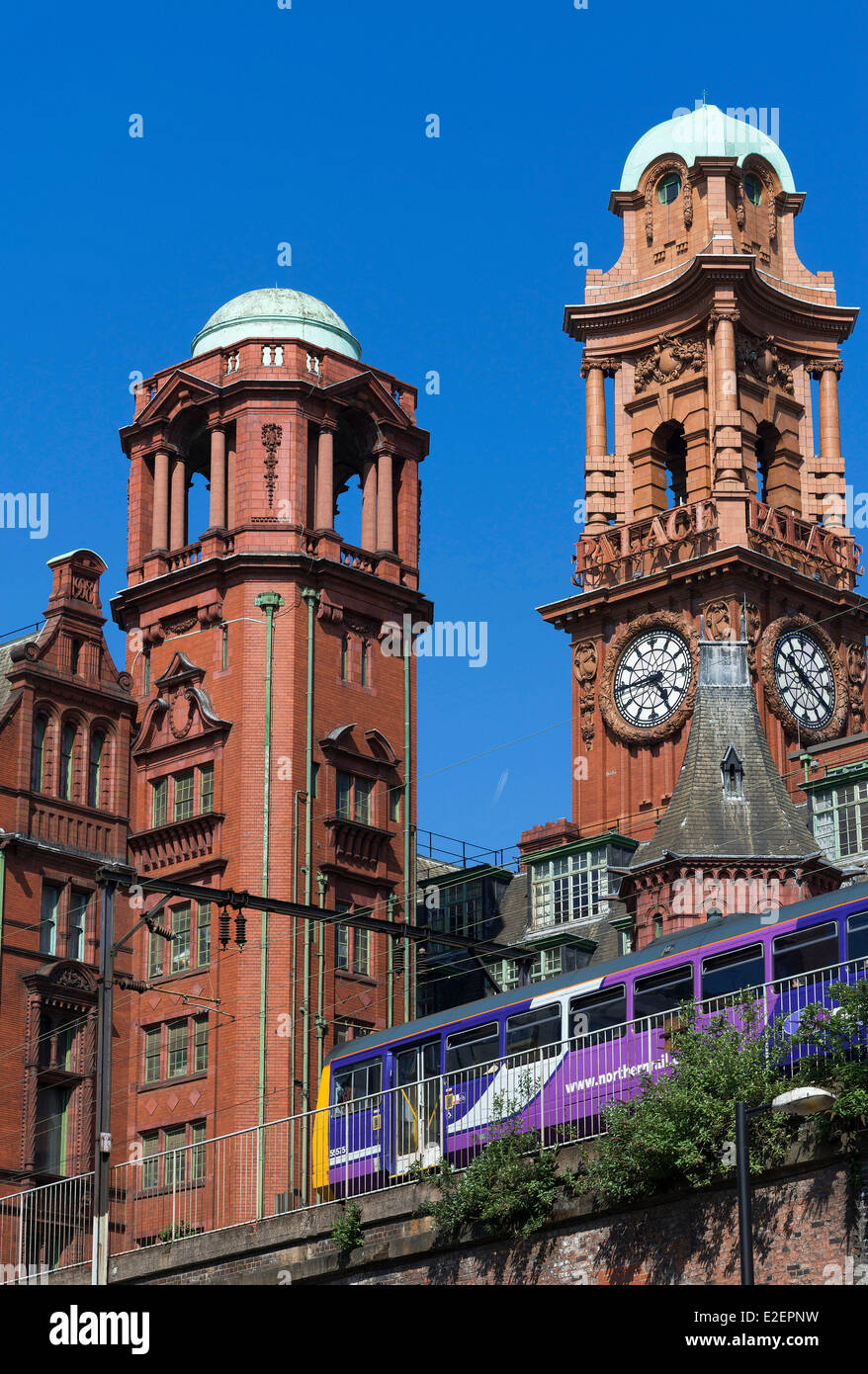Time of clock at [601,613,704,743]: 4:44
